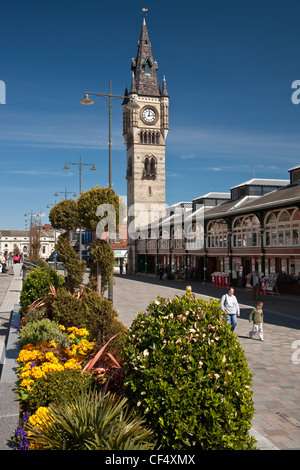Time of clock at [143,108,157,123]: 12:13
